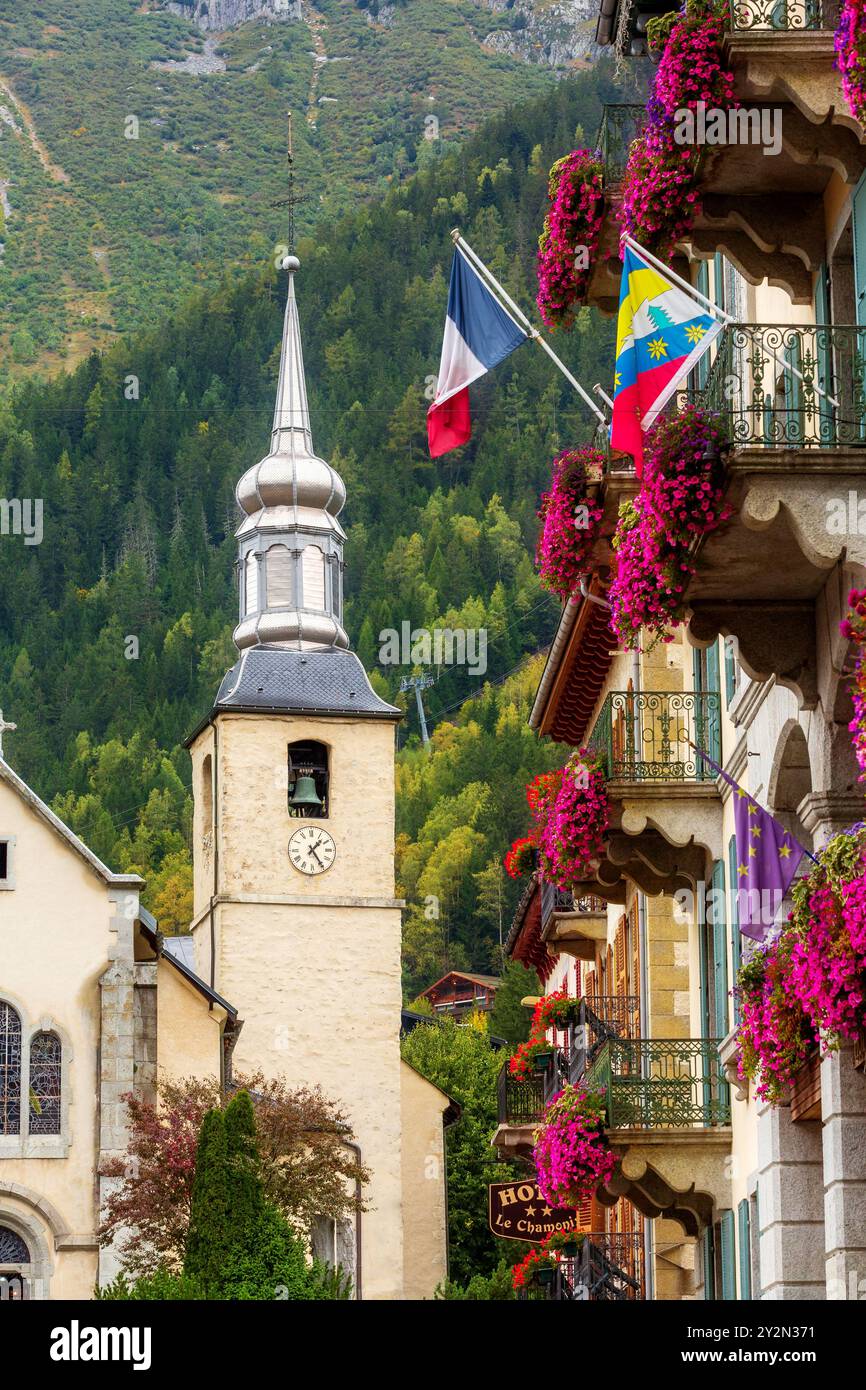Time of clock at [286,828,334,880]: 1:24
